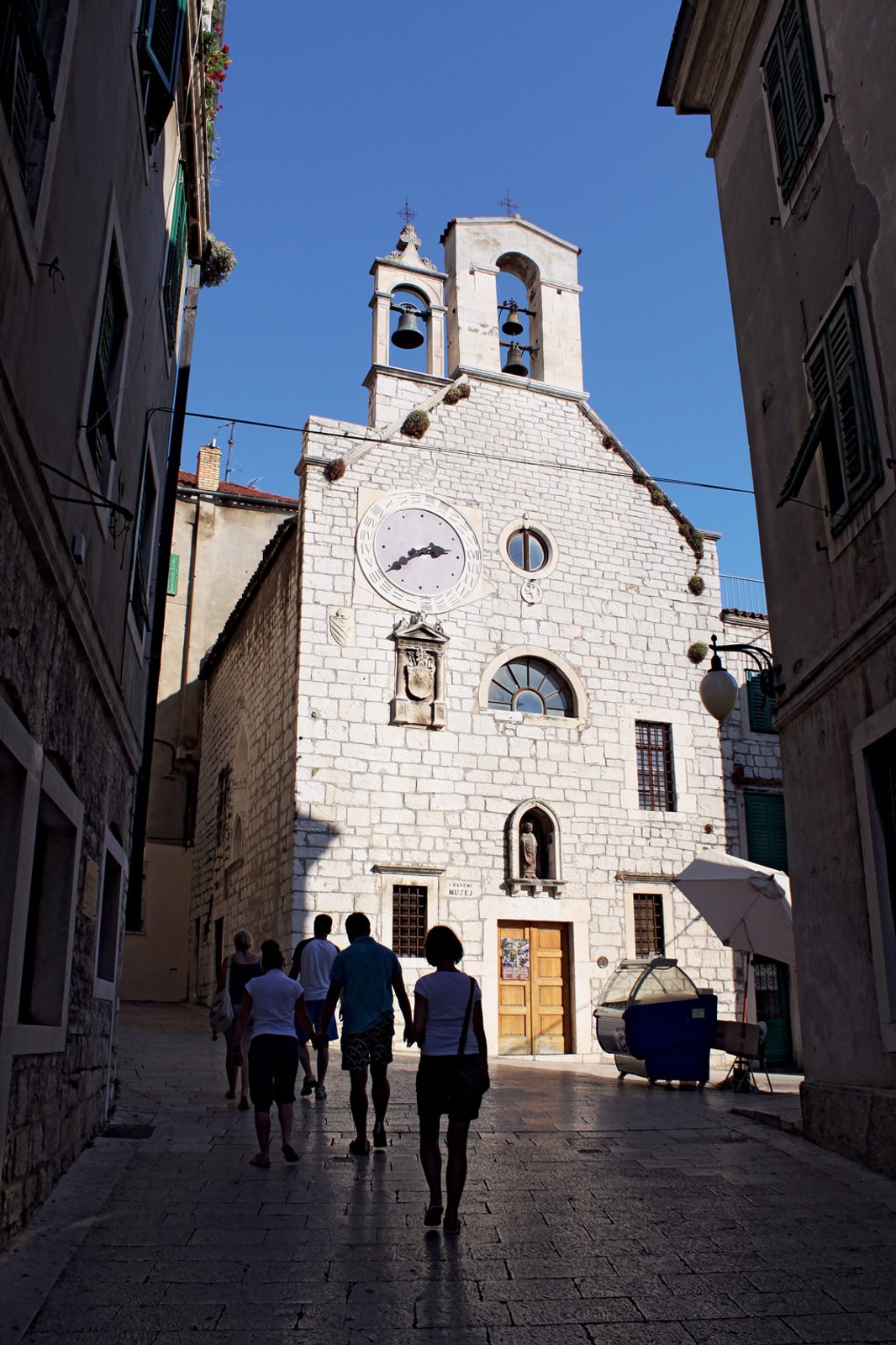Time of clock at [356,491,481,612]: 2:39
